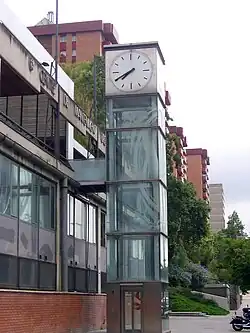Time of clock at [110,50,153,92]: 7:40
